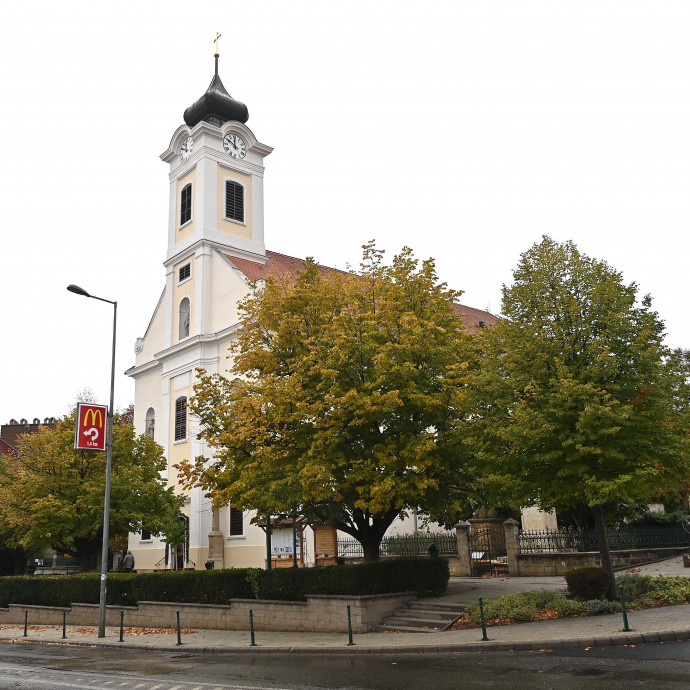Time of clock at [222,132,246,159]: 11:50
